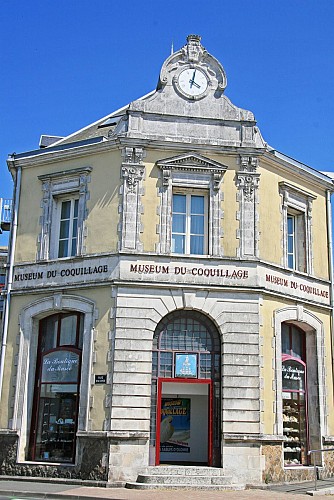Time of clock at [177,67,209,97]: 4:02
